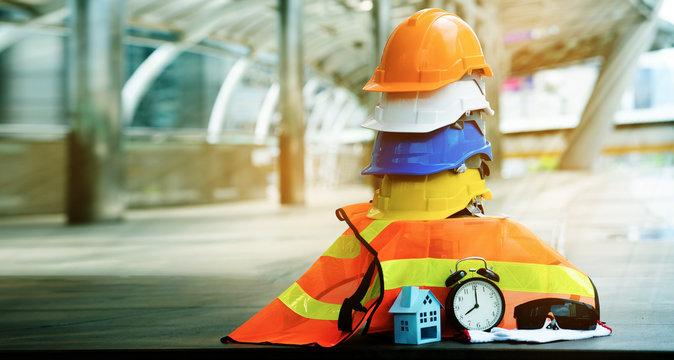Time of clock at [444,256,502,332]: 8:00
